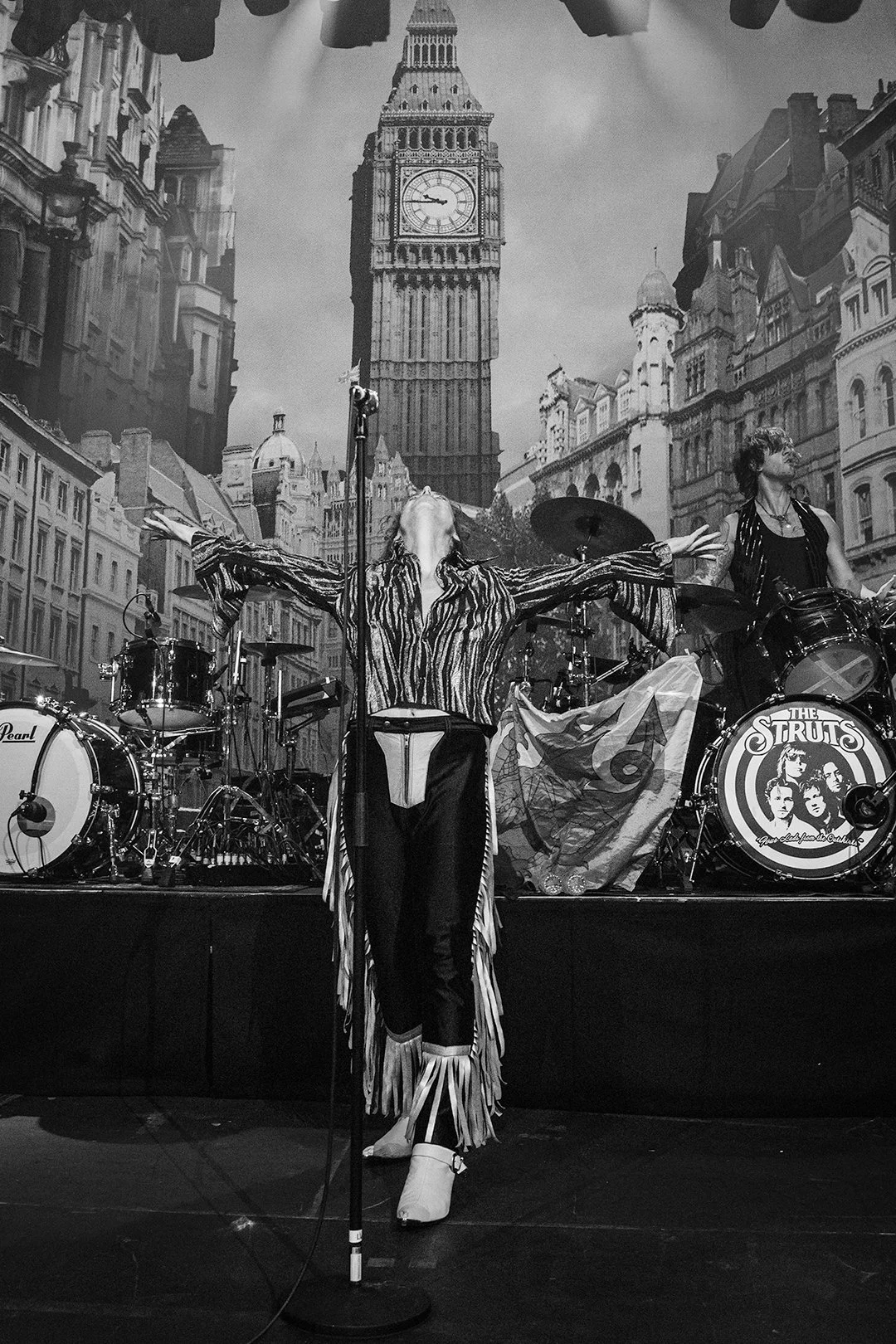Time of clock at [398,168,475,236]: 9:44
